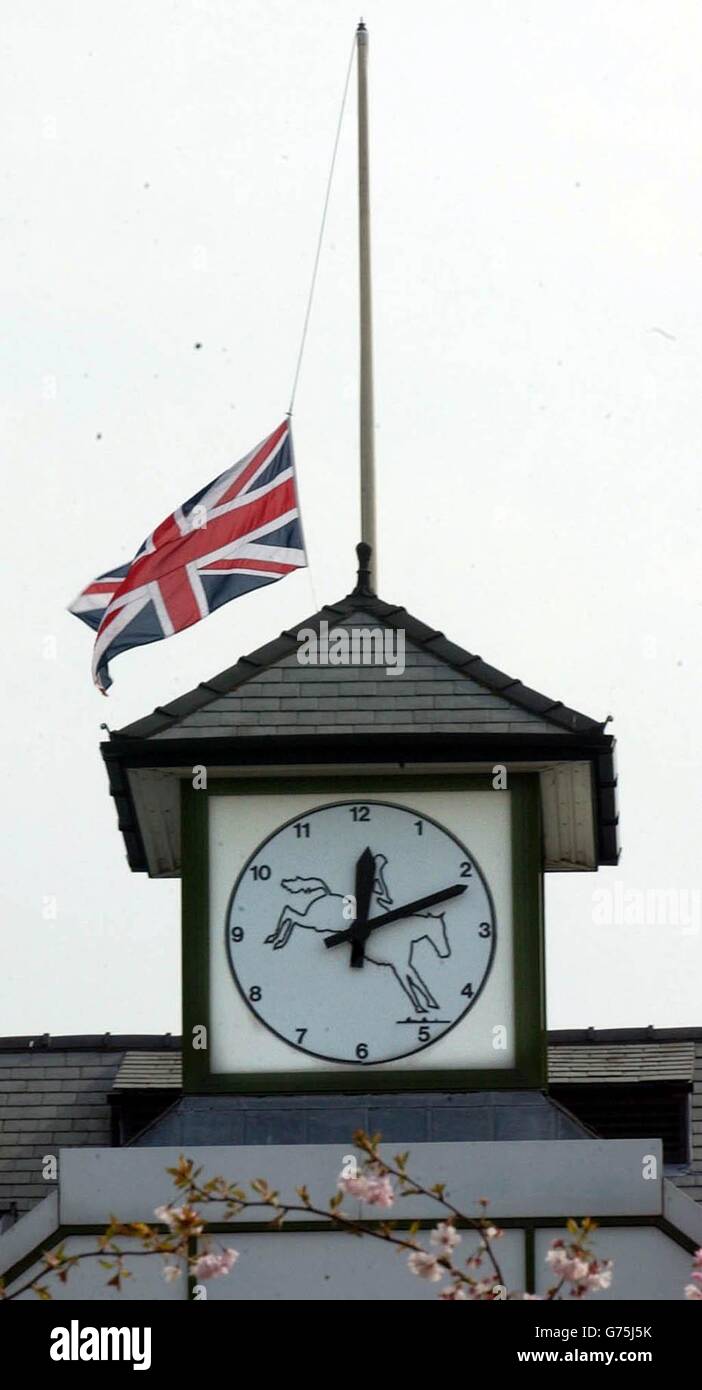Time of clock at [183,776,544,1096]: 12:11
